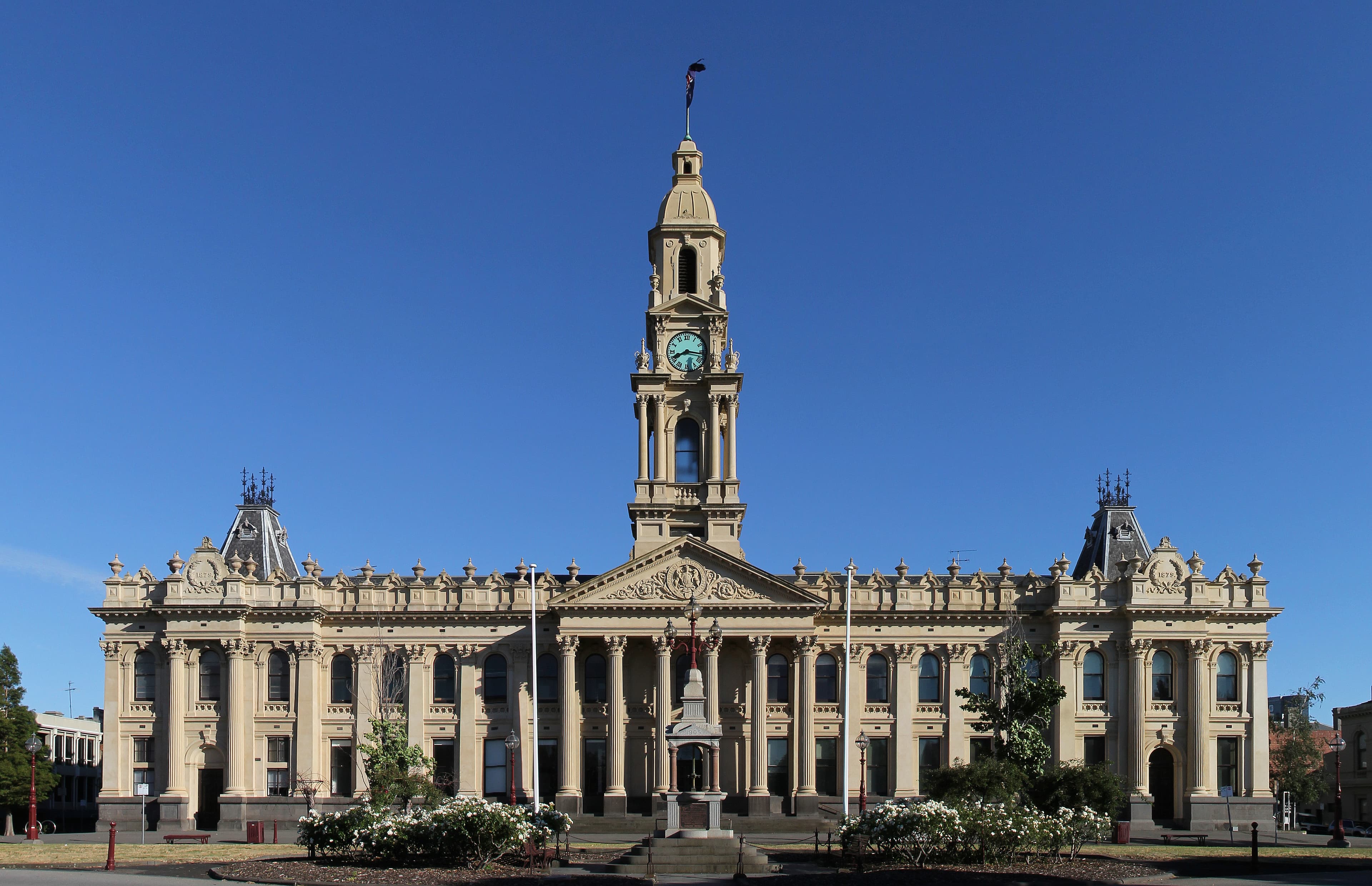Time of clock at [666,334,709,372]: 8:16
